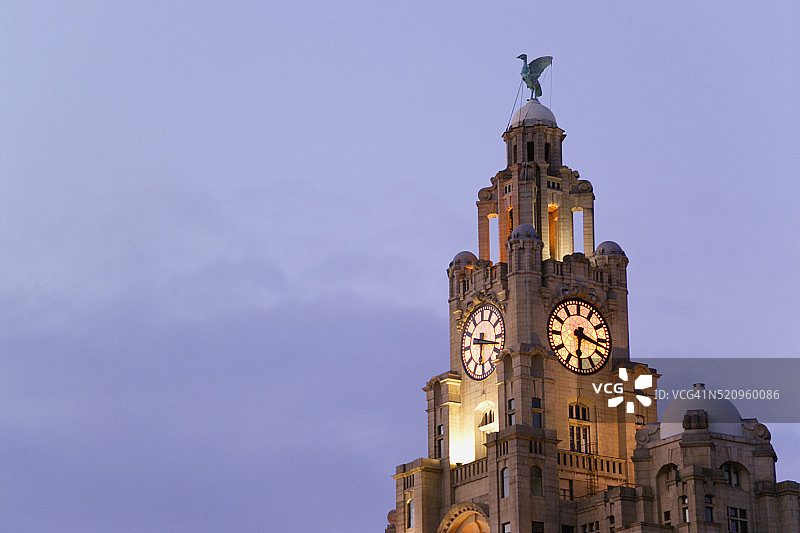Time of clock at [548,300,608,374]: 6:17
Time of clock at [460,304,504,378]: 6:17
